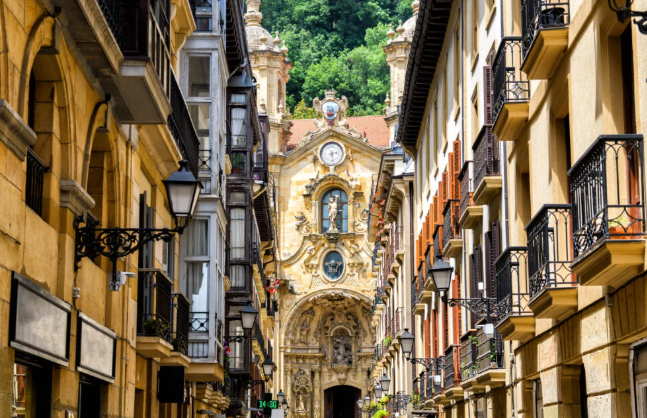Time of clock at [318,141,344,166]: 2:27
